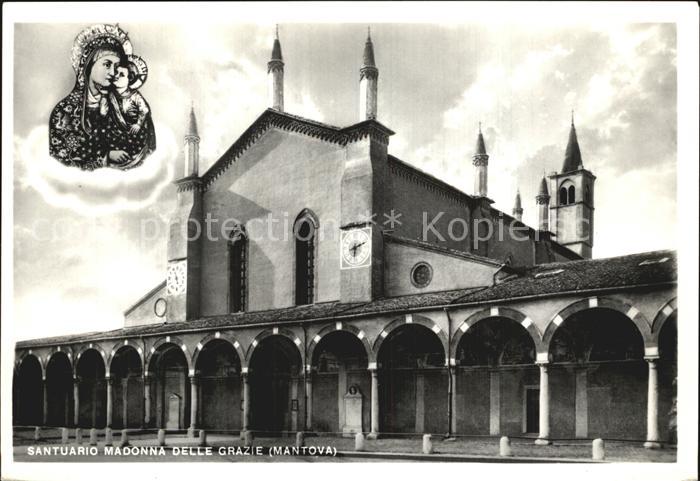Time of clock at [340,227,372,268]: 6:11
